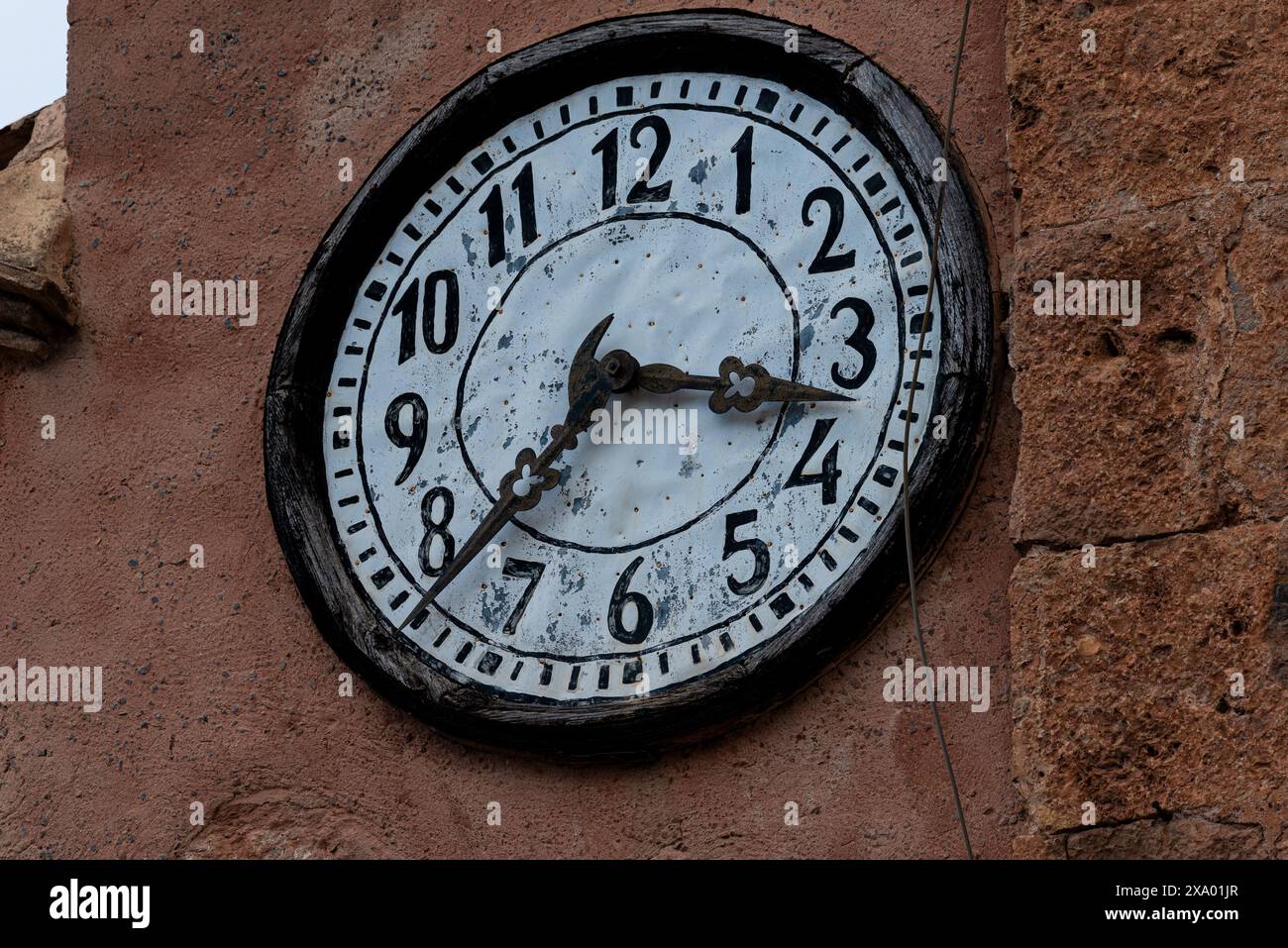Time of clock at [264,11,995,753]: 3:37
